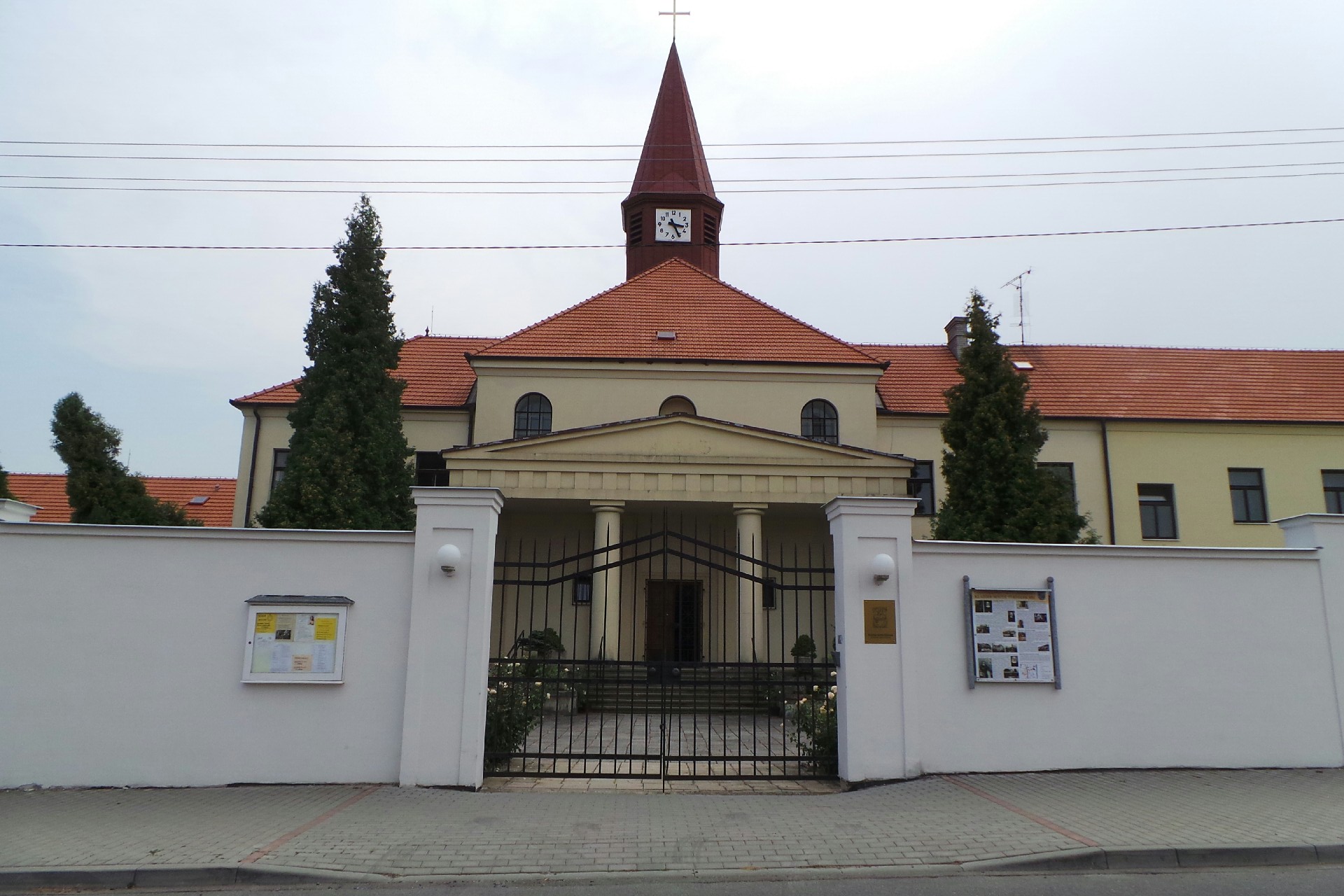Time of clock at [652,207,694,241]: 3:25
